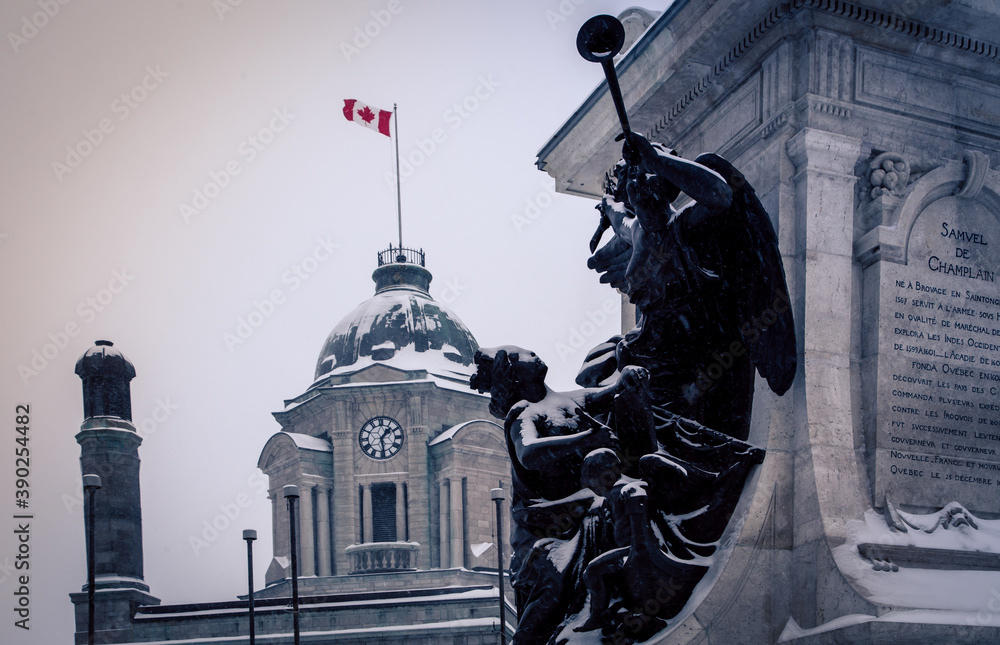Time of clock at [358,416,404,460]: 1:28
